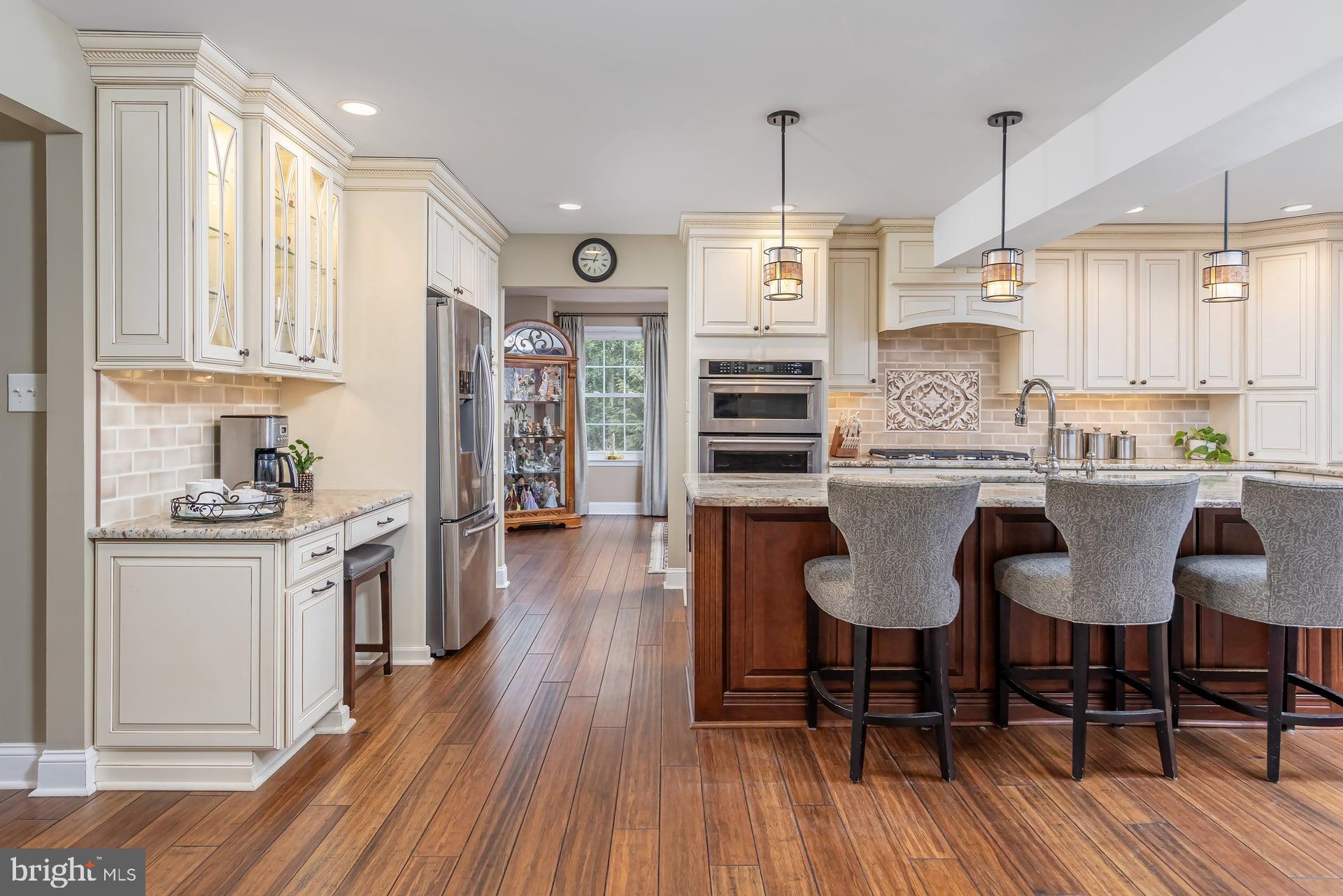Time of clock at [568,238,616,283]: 12:45
